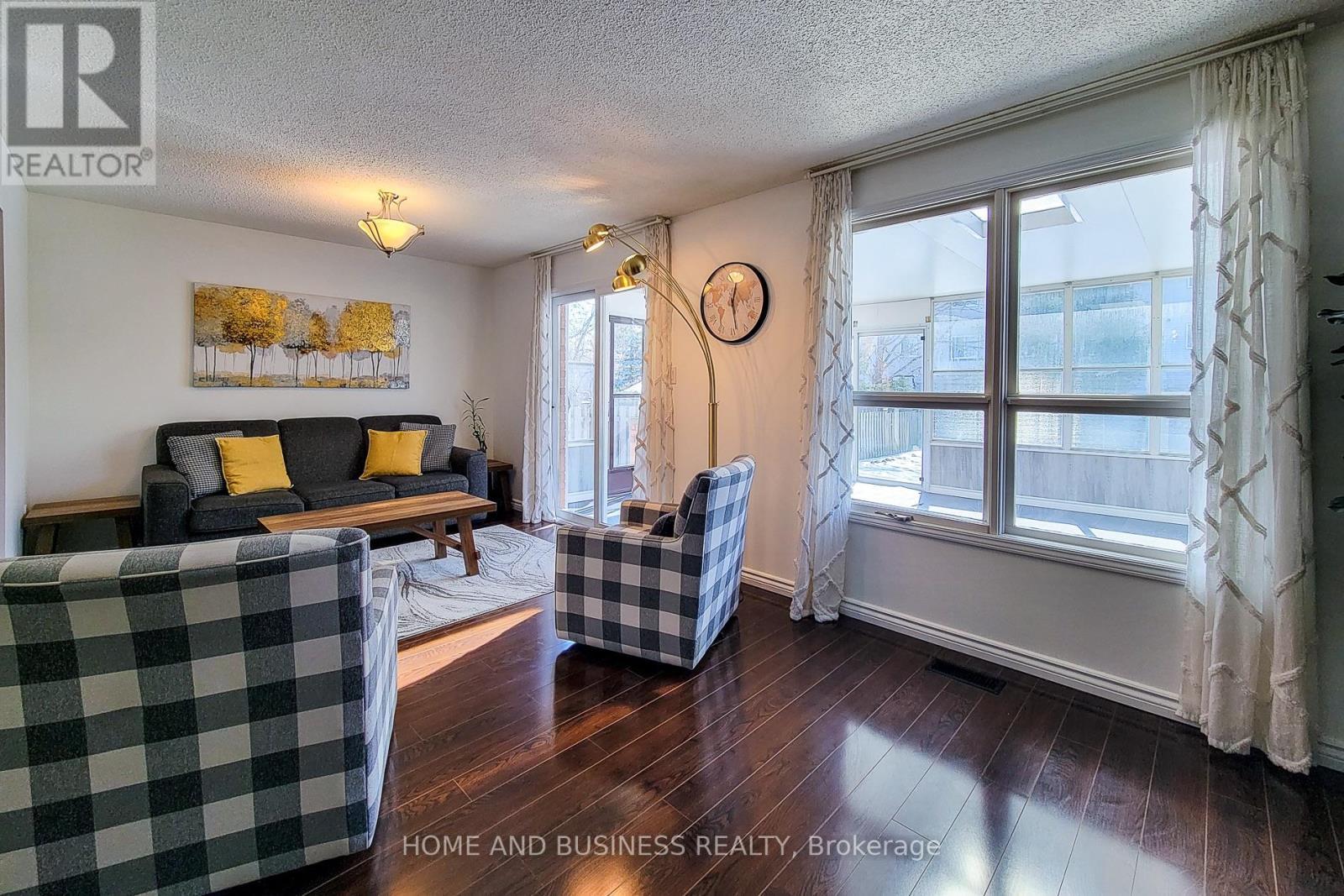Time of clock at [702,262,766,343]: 12:28
